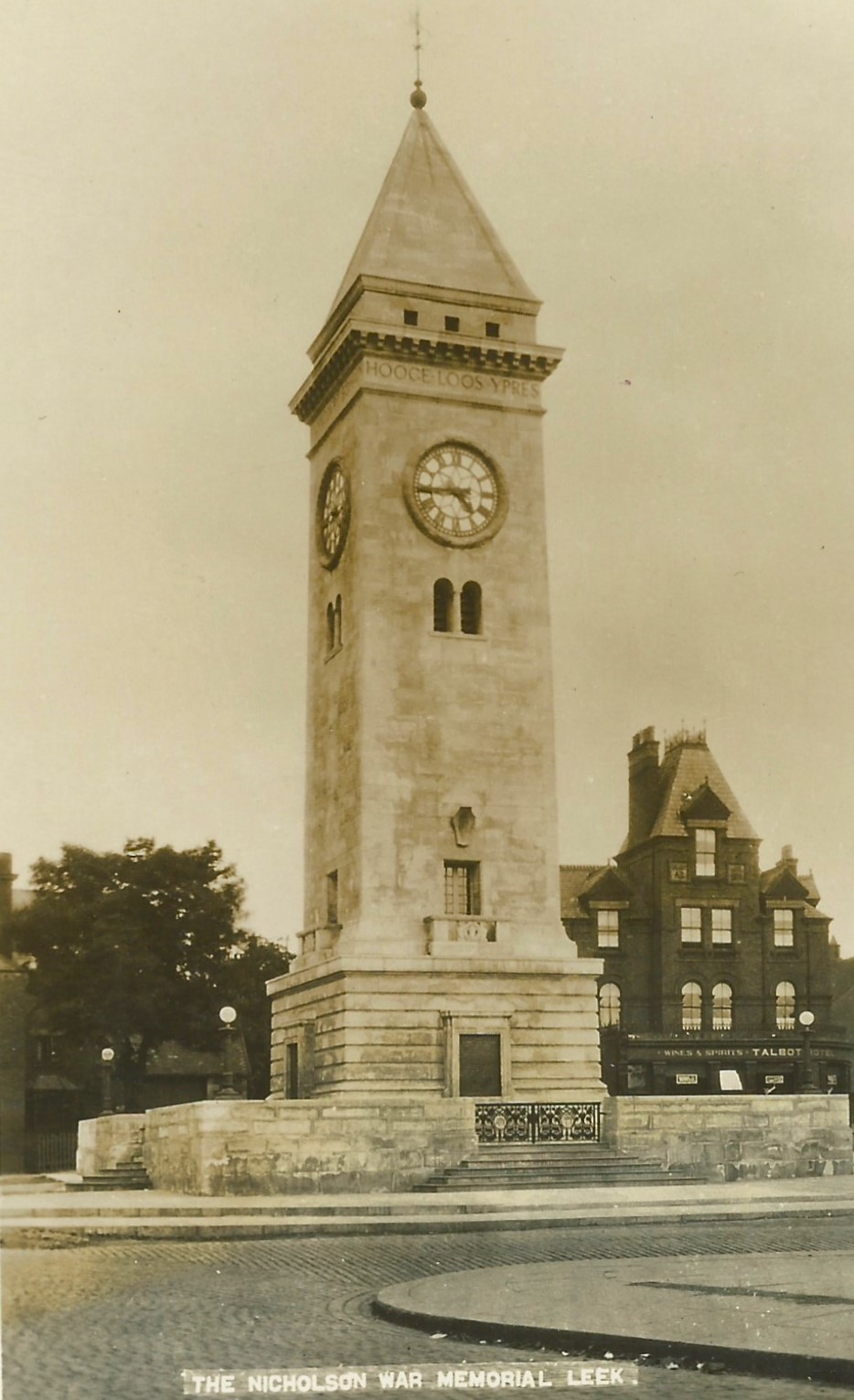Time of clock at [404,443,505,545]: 4:43
